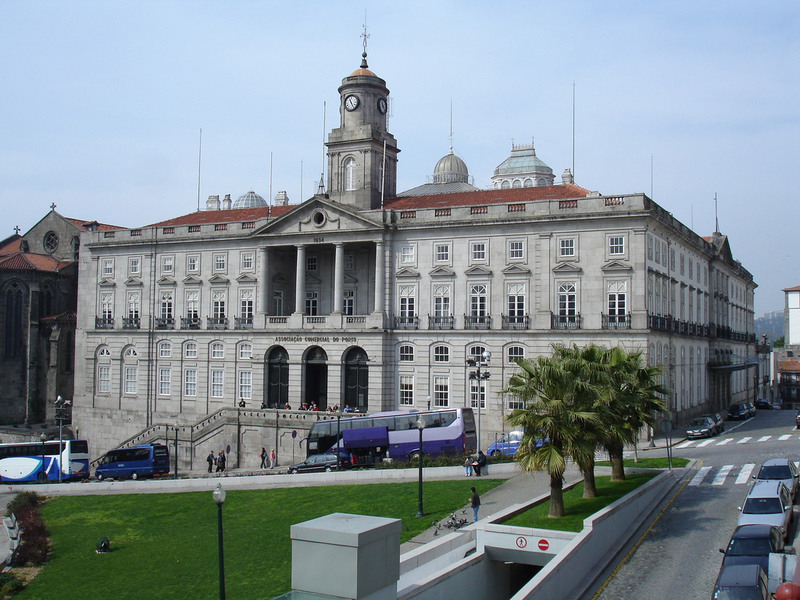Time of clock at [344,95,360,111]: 11:25
